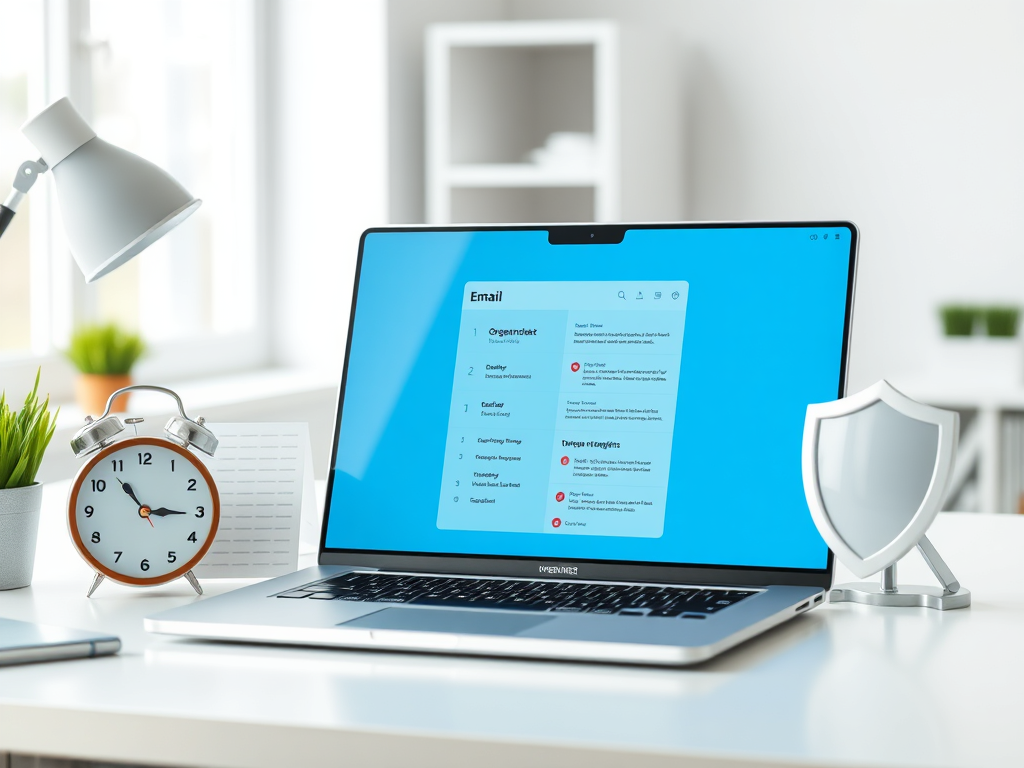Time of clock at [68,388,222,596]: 2:53
